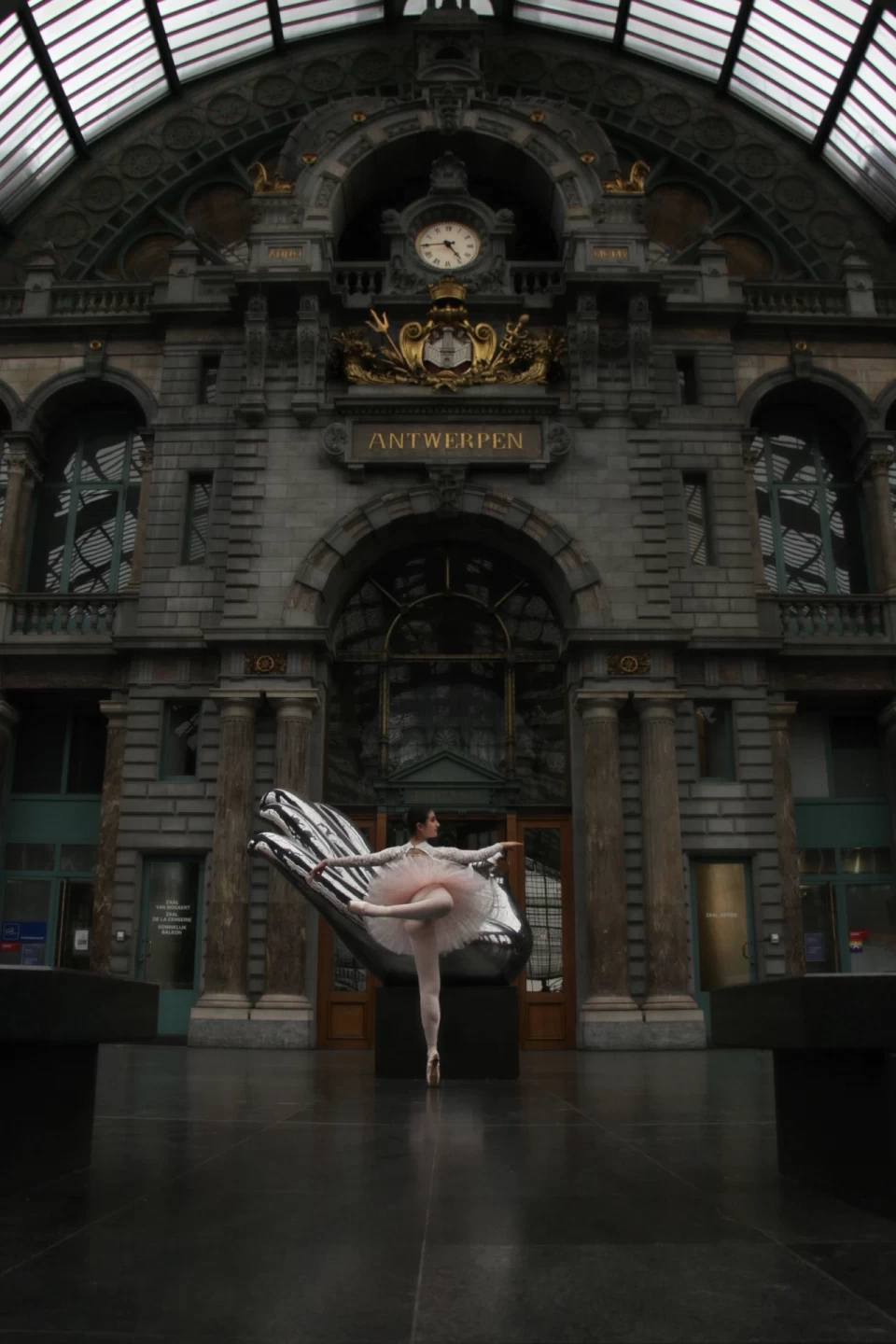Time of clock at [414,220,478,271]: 4:44
